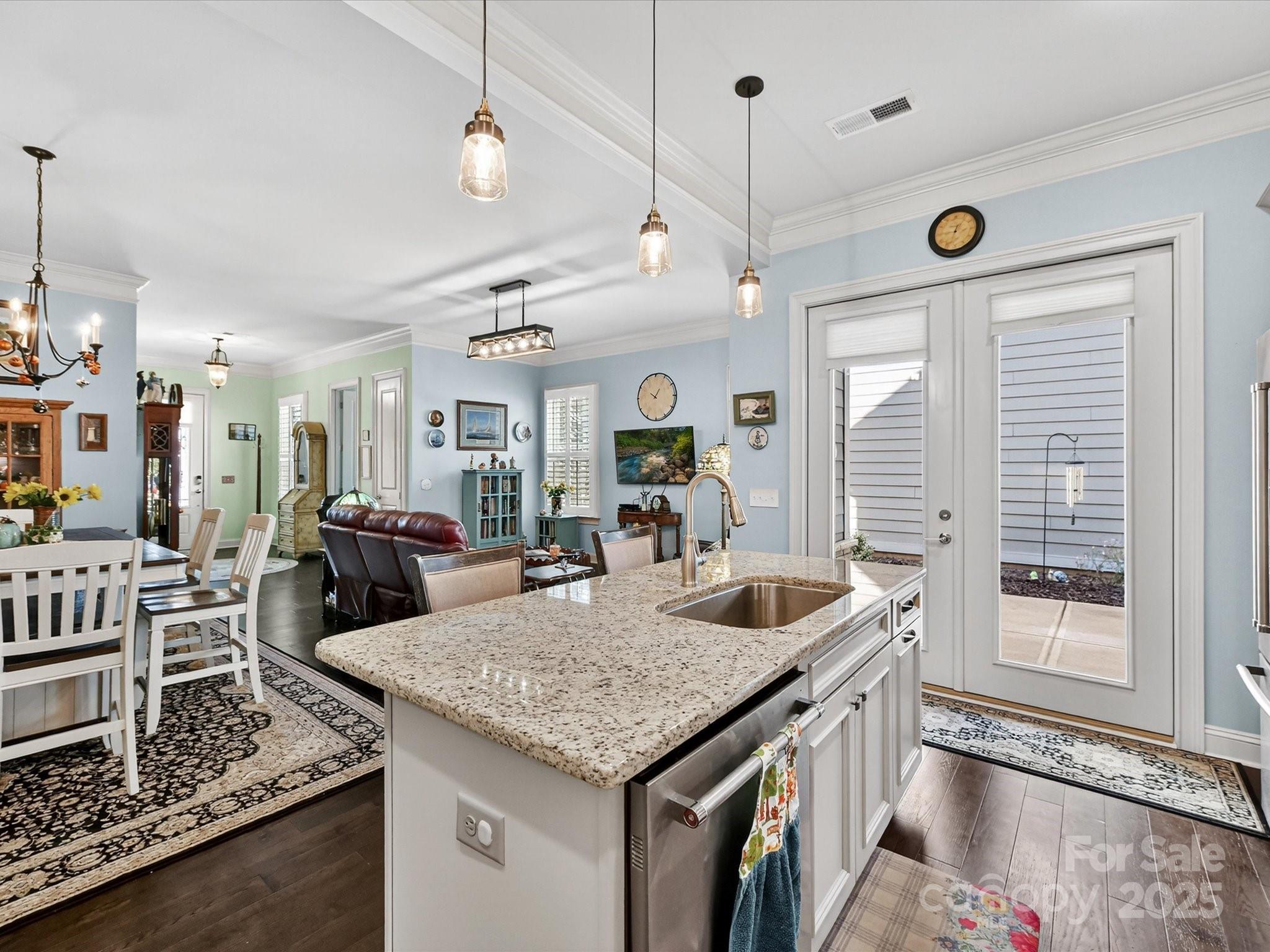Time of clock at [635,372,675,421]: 10:05
